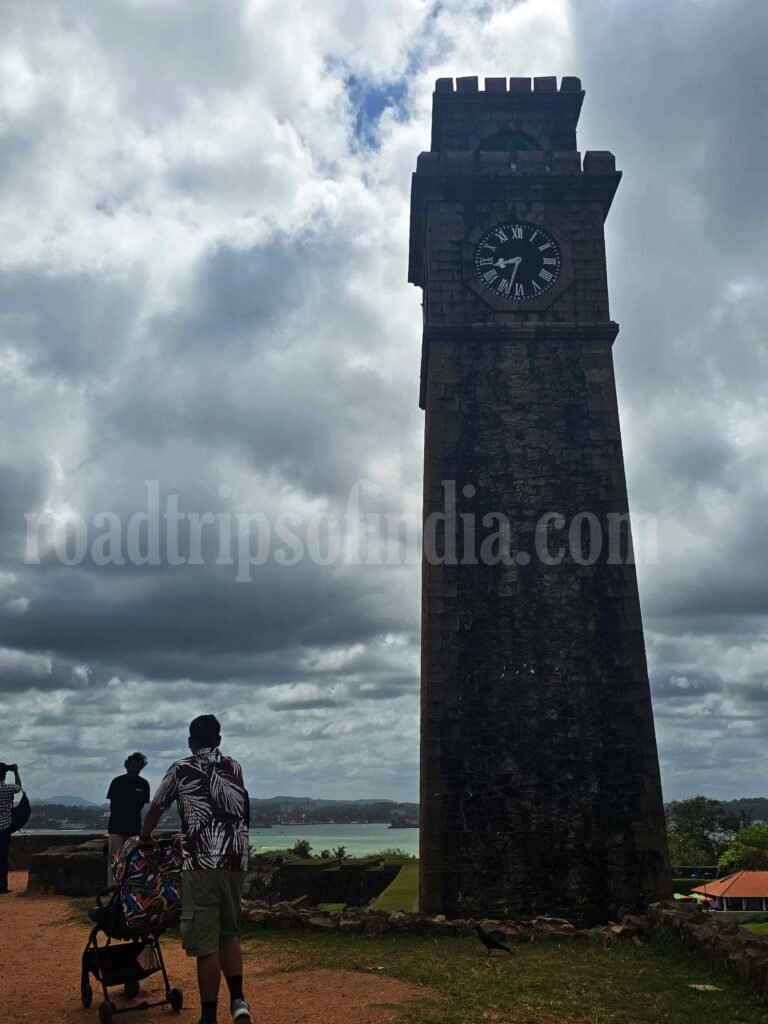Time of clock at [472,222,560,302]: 8:33
